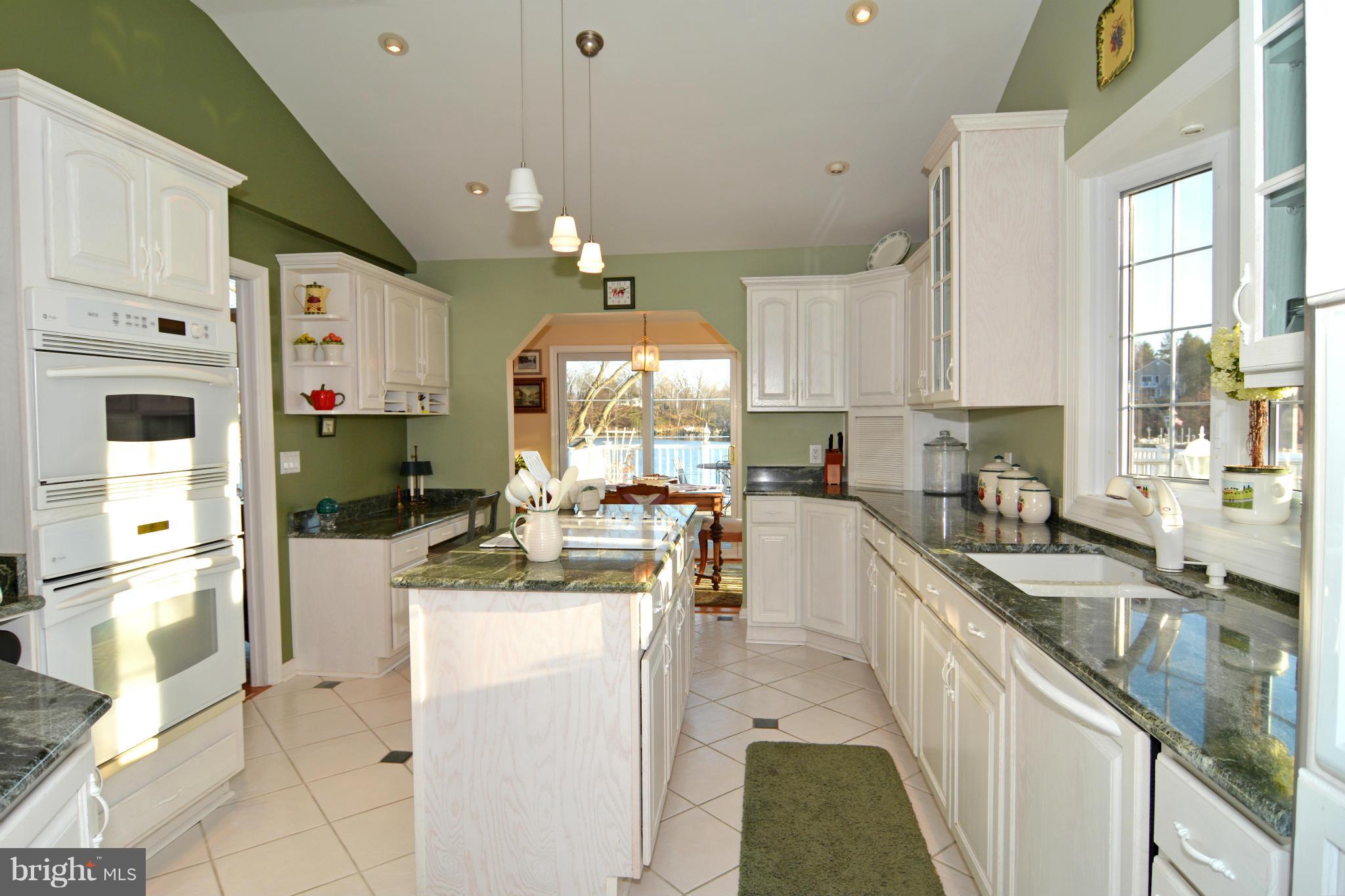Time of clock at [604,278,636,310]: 3:11
